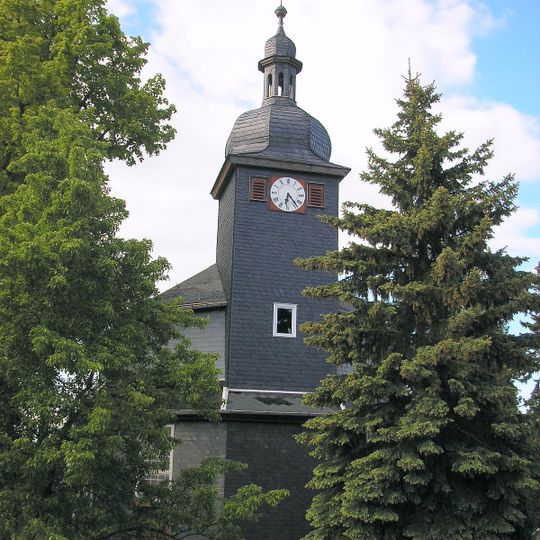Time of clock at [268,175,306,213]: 6:23
